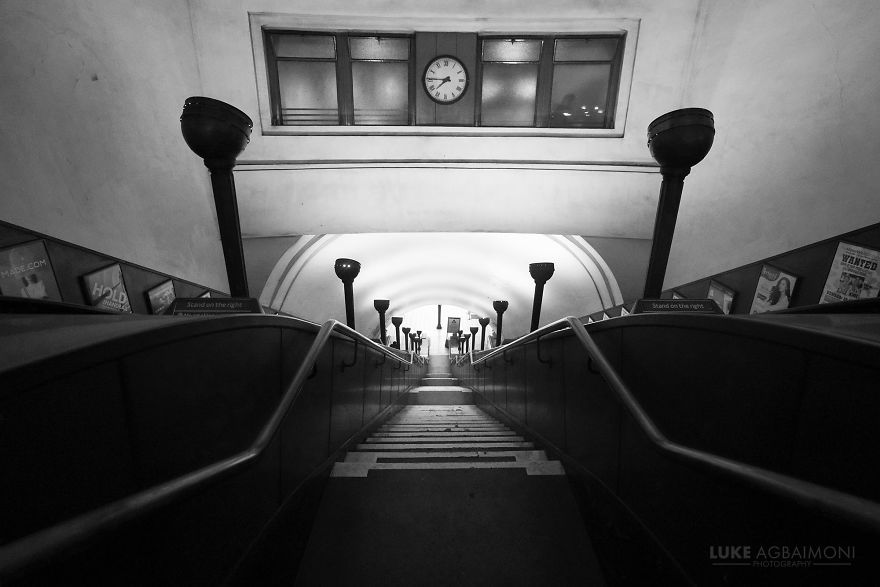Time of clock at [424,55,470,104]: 7:45
